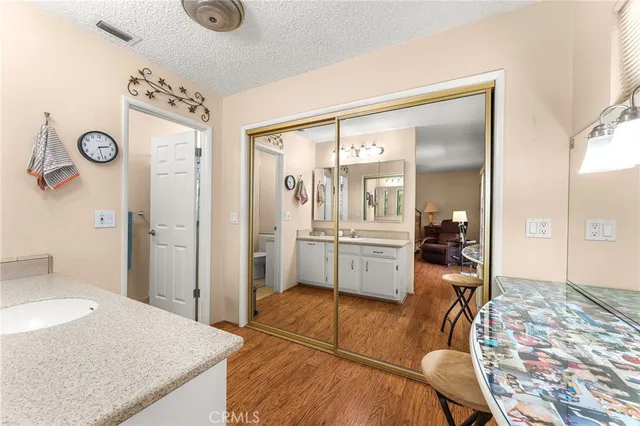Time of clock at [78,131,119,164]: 2:27
